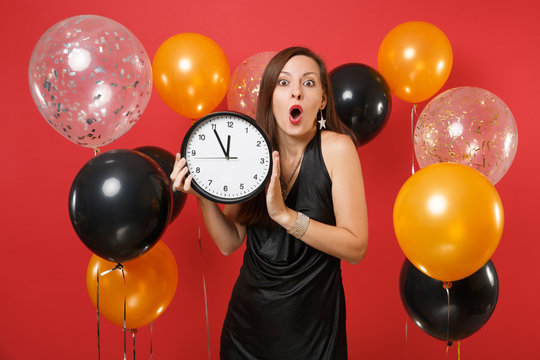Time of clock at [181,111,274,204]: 11:54
